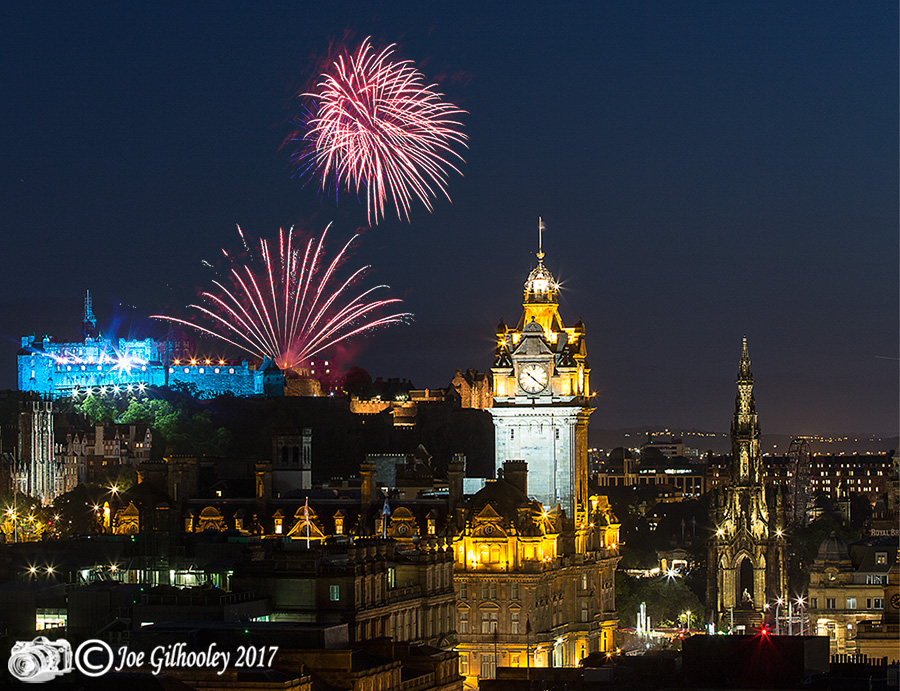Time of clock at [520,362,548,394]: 10:21
